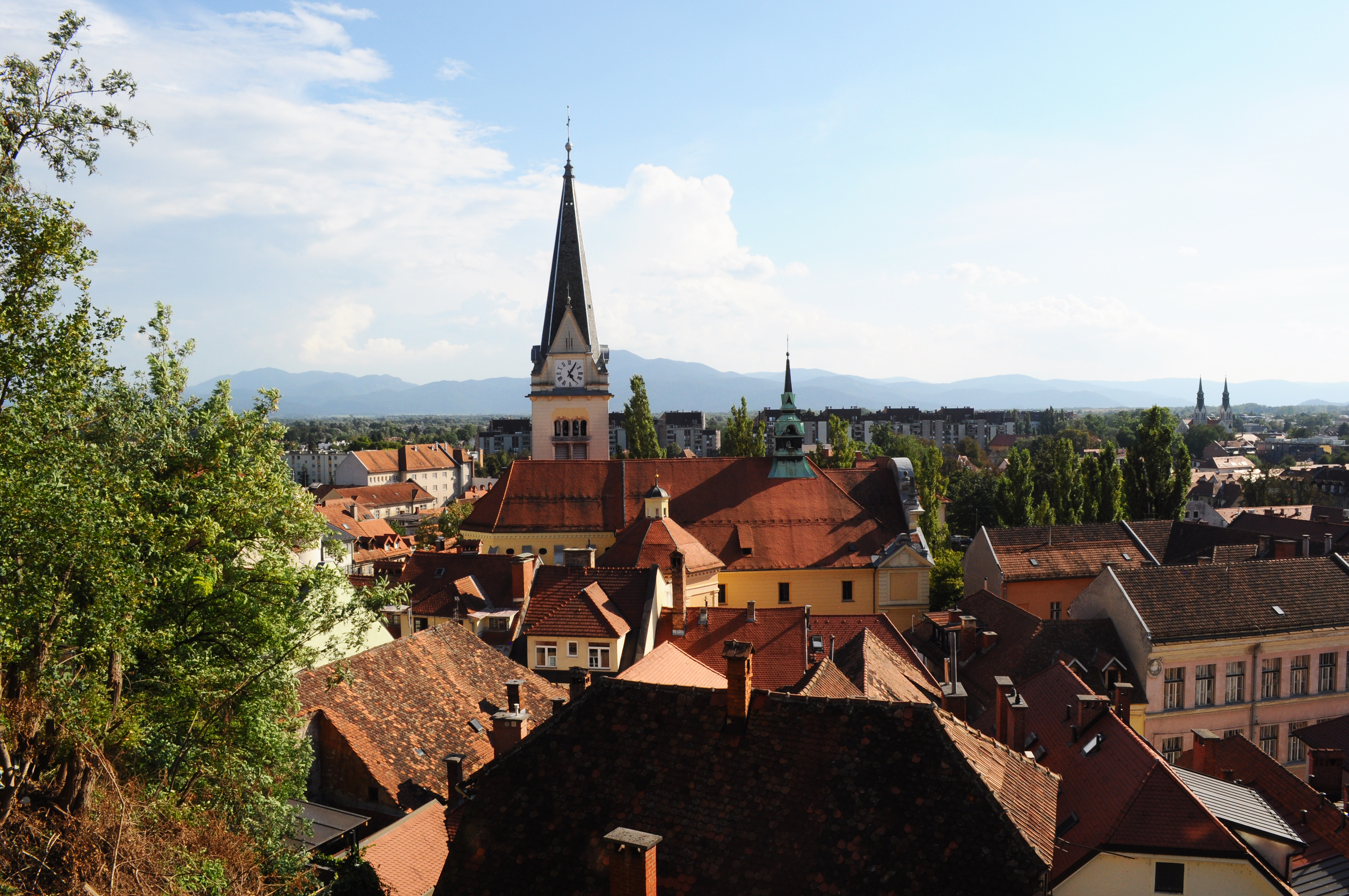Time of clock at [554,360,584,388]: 5:05
